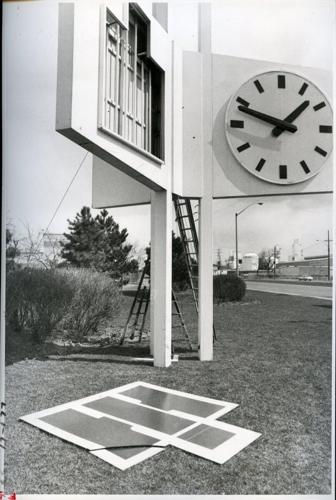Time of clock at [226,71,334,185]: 1:48
